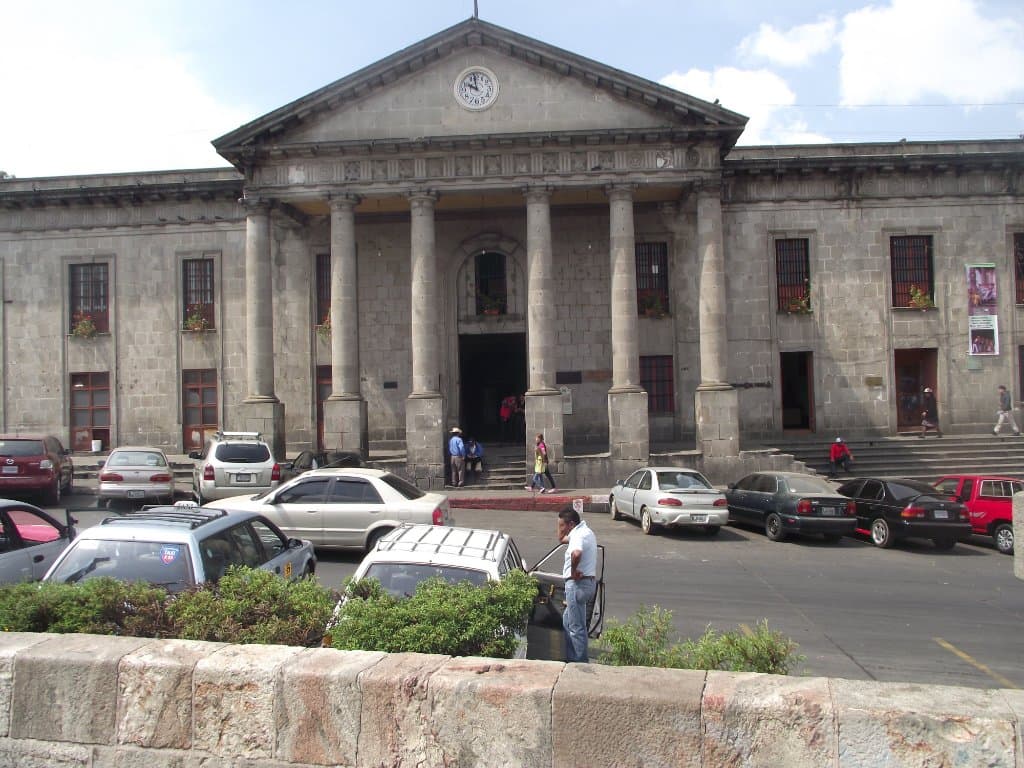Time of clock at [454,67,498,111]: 9:58
